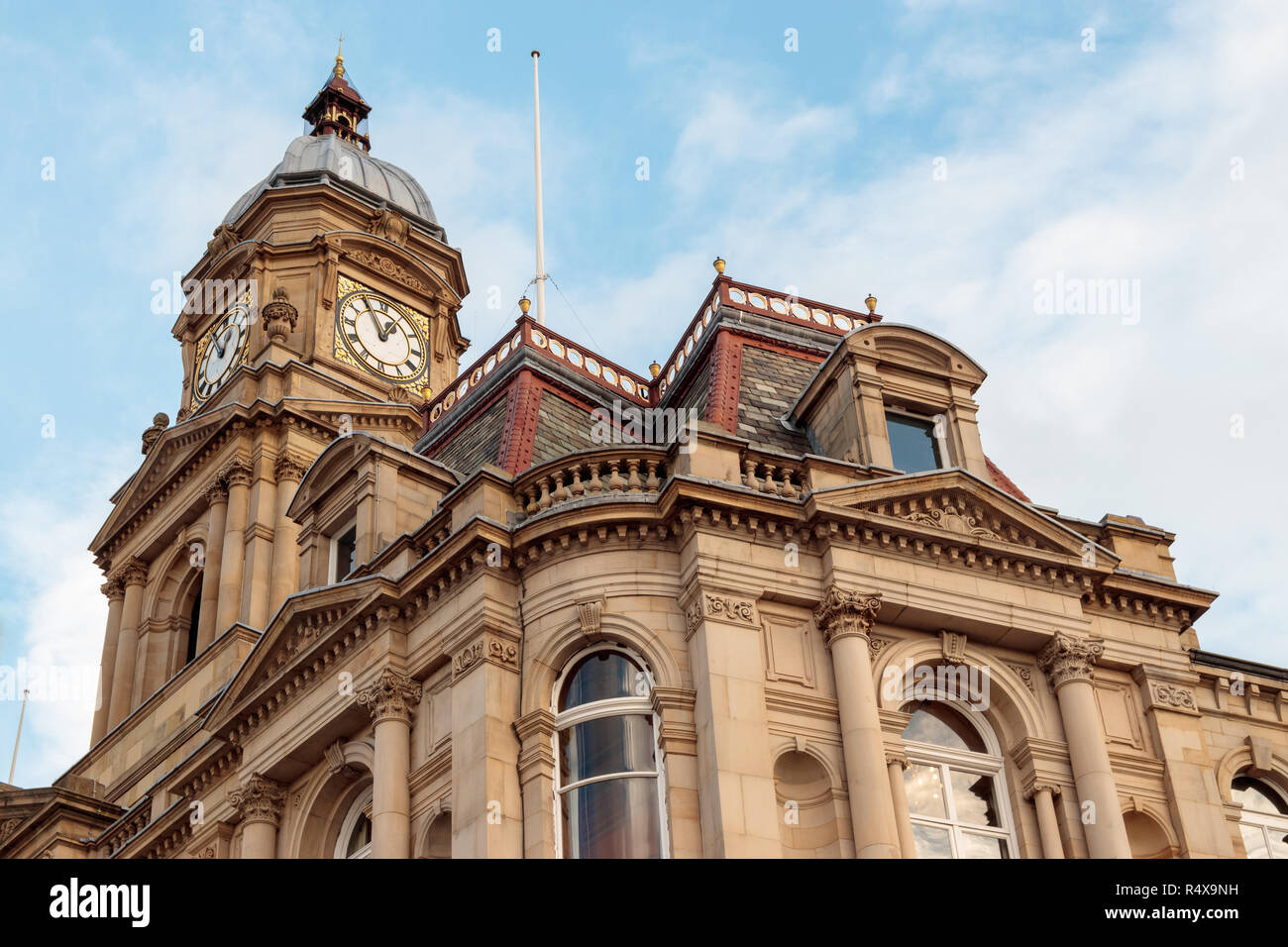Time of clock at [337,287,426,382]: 12:55
